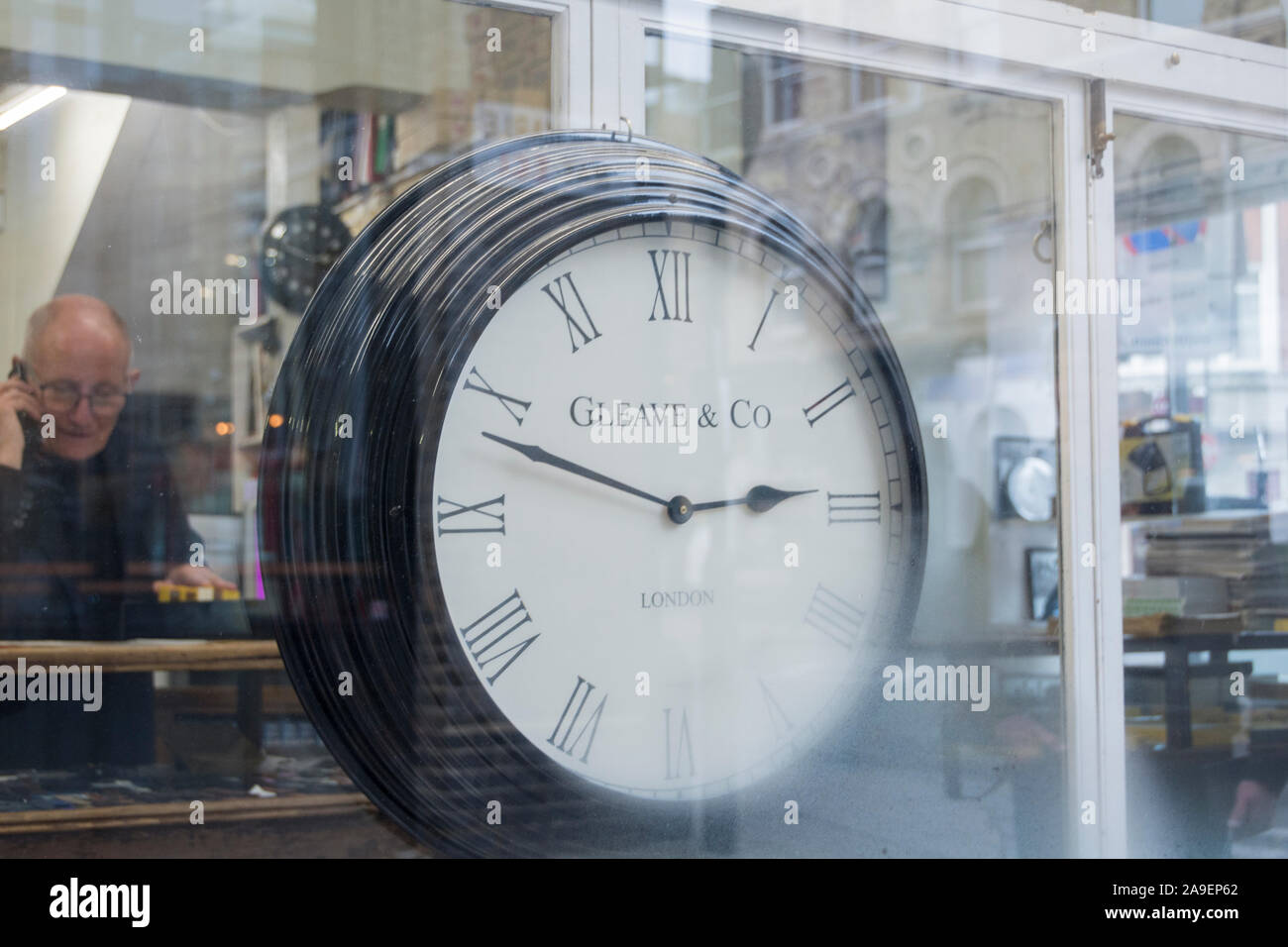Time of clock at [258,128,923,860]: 2:47
